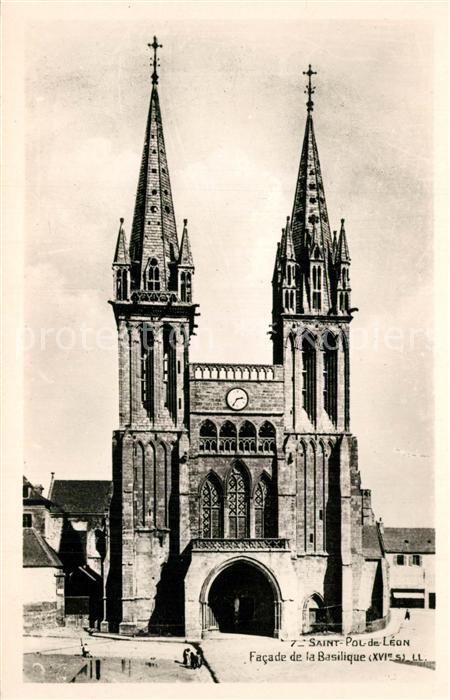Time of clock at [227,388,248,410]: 2:36
